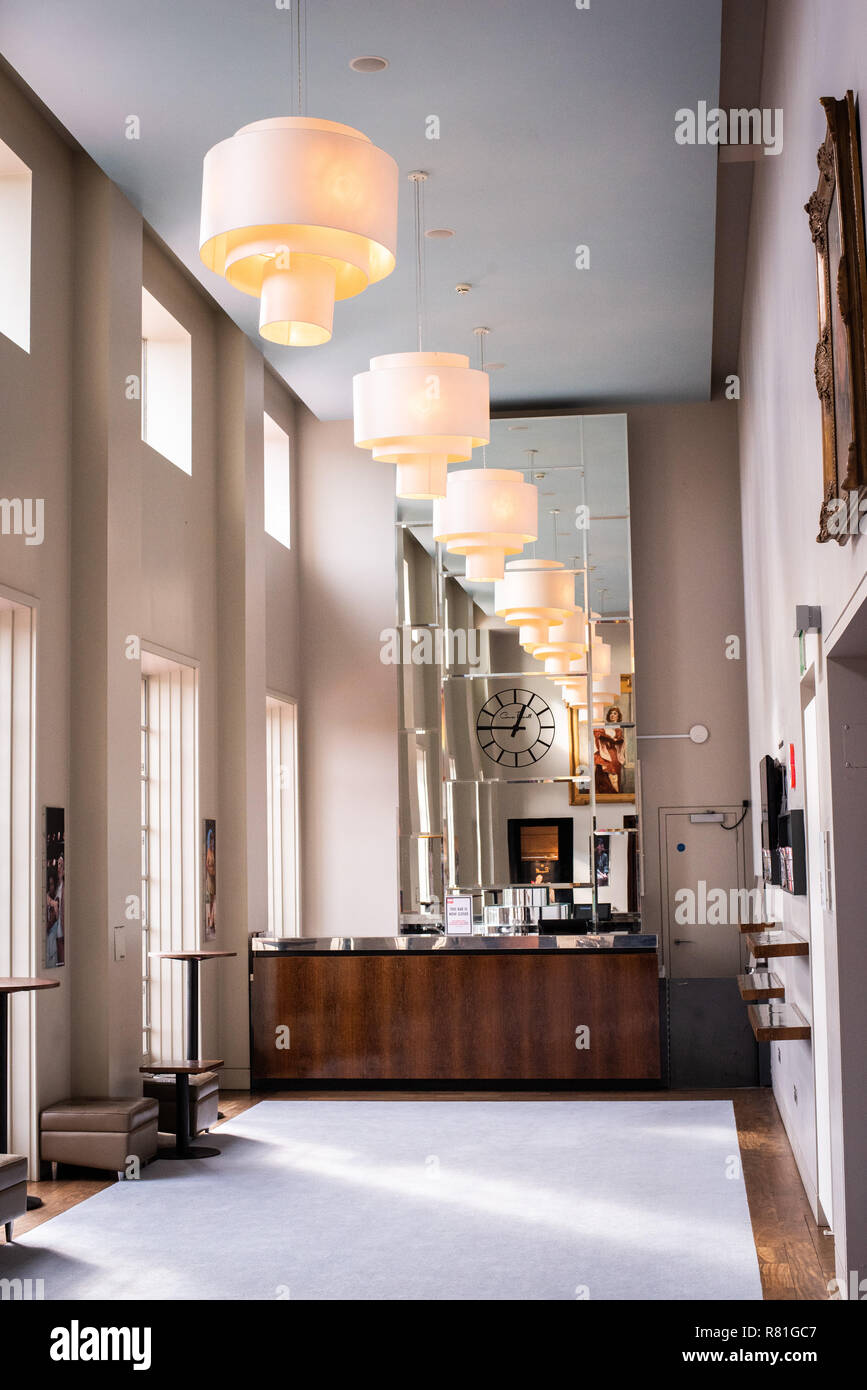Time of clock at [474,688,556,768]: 12:45
